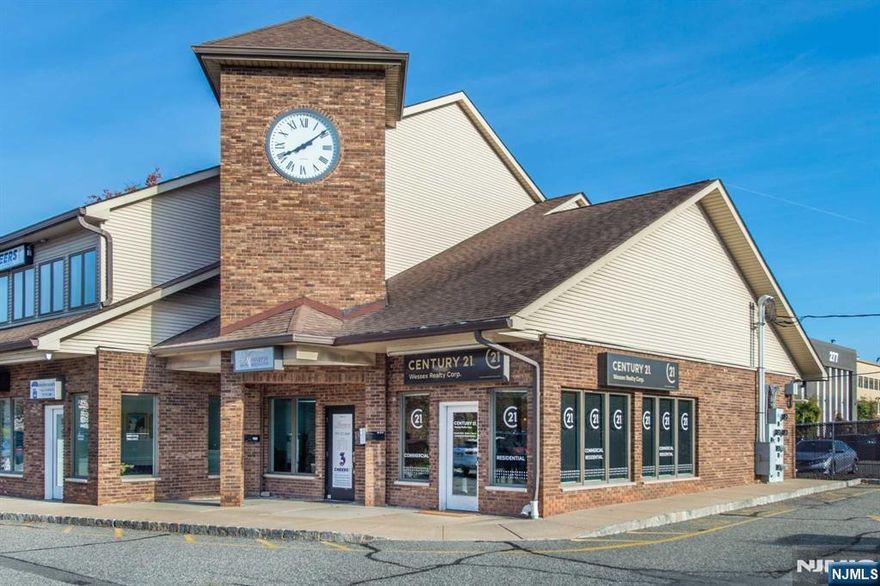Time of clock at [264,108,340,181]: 8:08
